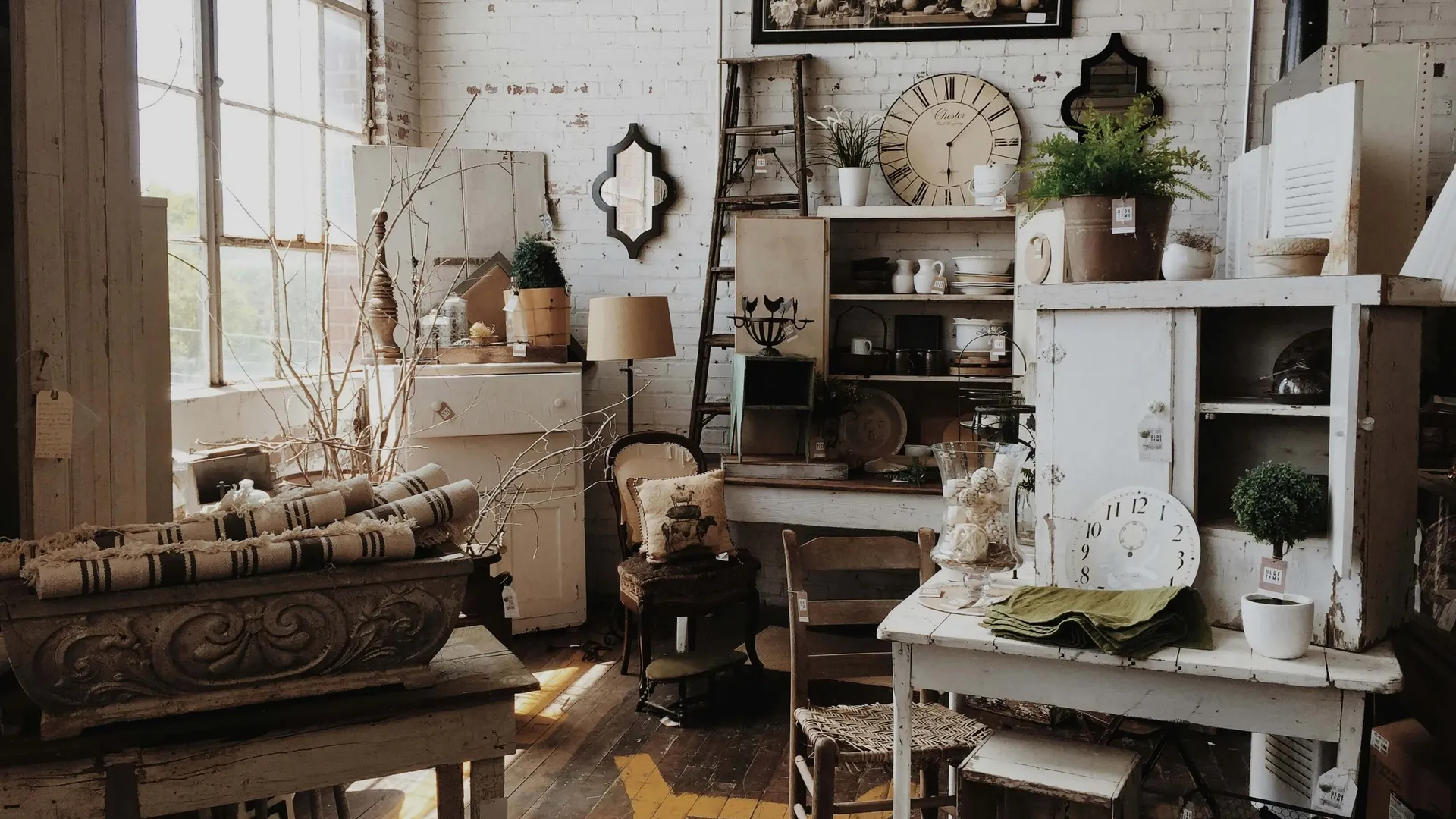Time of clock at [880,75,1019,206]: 6:07
